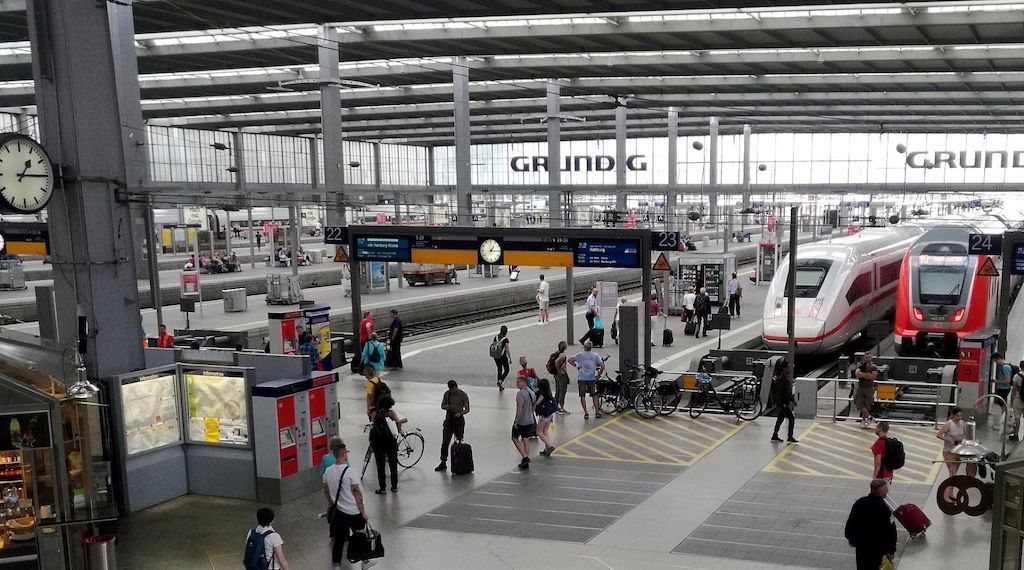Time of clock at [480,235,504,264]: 1:14
